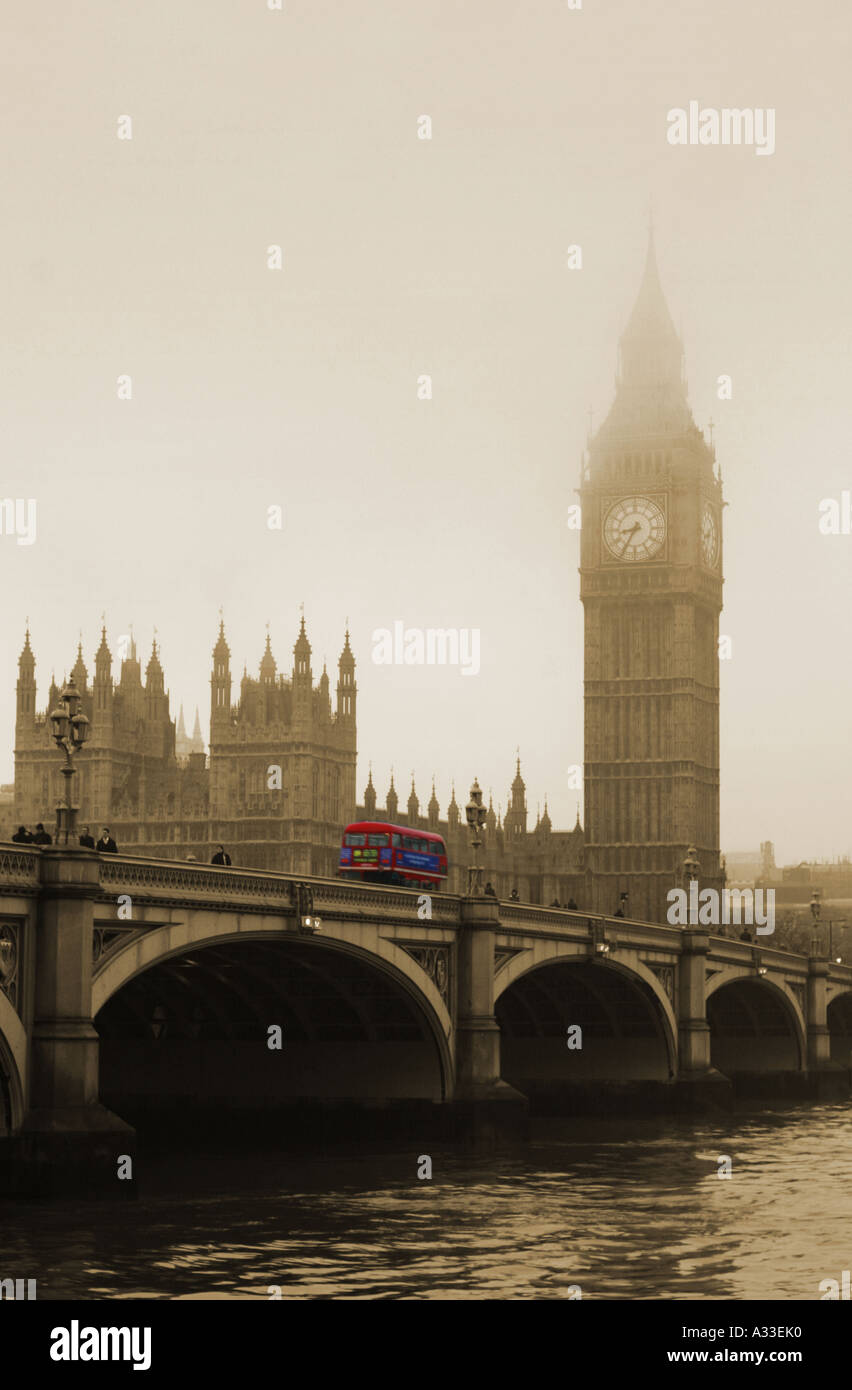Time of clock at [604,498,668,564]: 8:35
